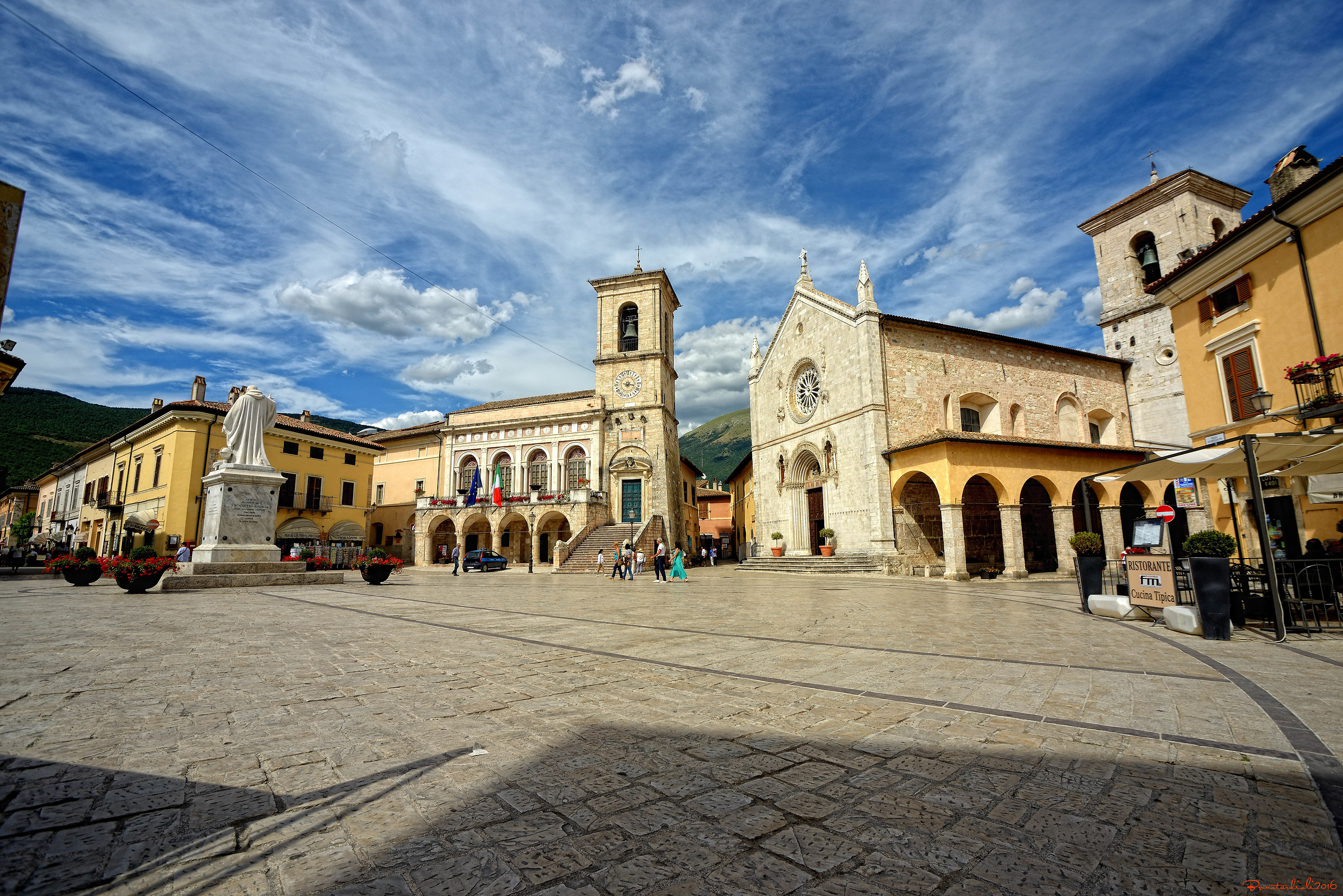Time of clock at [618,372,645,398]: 7:16
